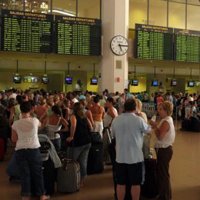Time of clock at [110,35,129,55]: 5:14
